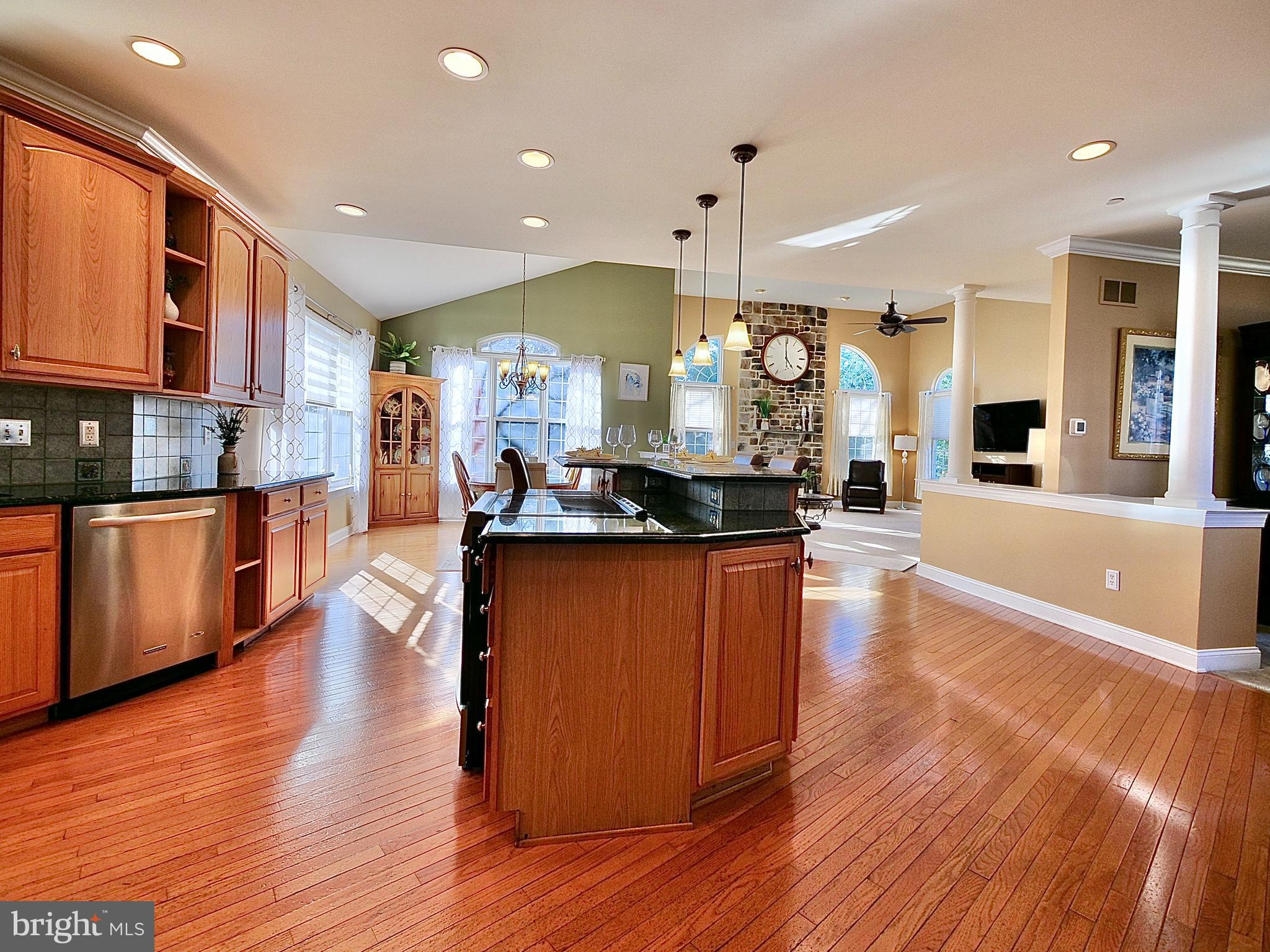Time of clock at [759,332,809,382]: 4:59
